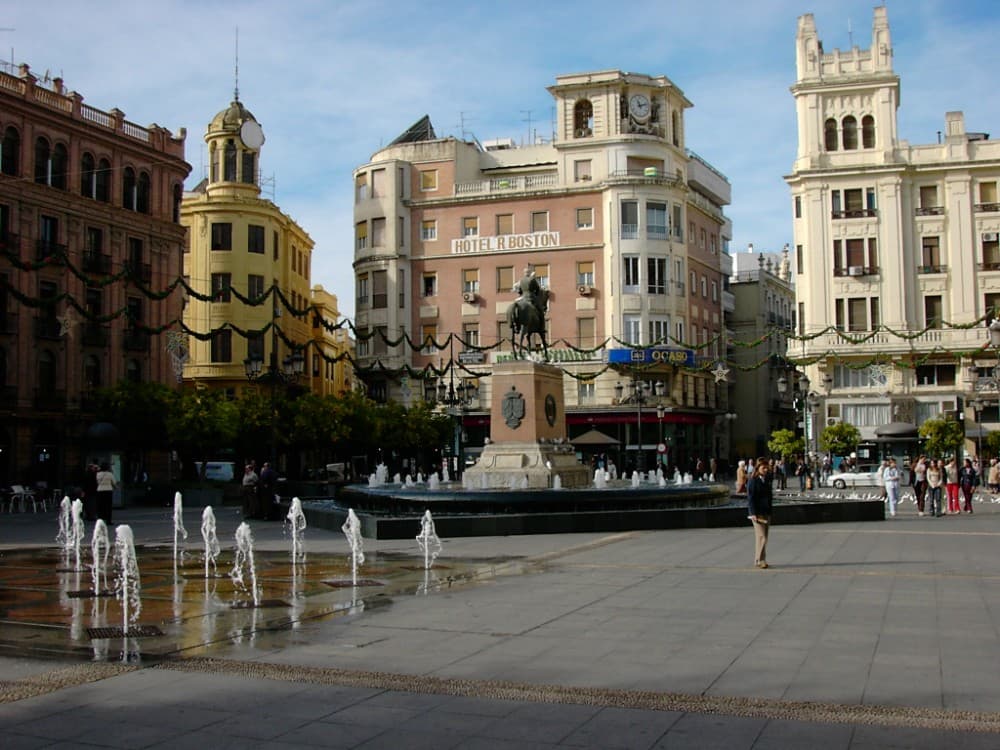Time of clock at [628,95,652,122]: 11:12
